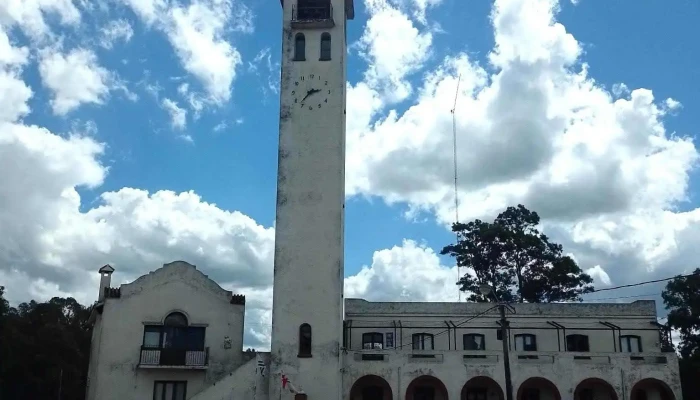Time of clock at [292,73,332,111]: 2:36
